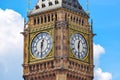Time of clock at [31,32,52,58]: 12:30
